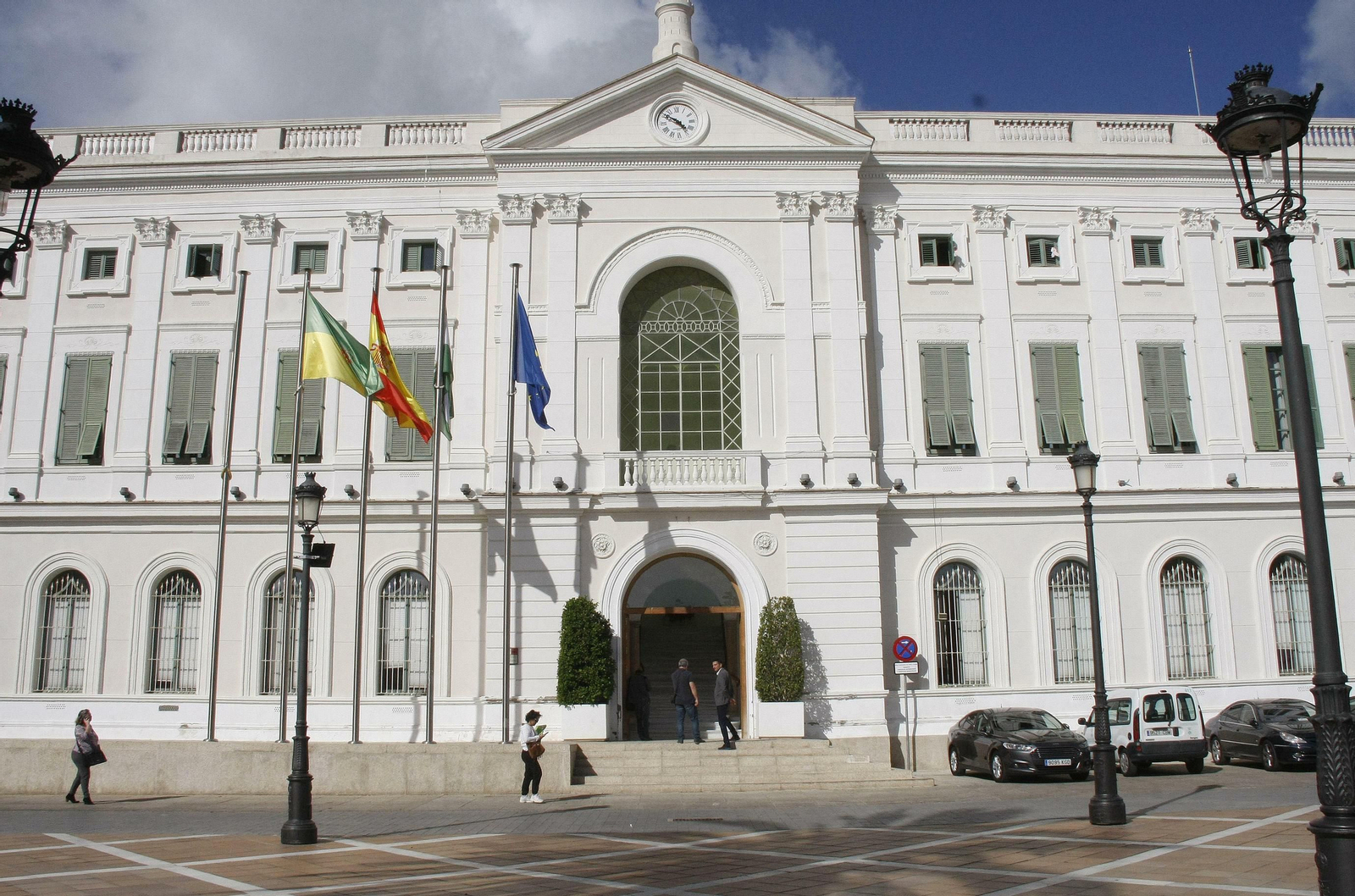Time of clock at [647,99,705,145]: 4:50
